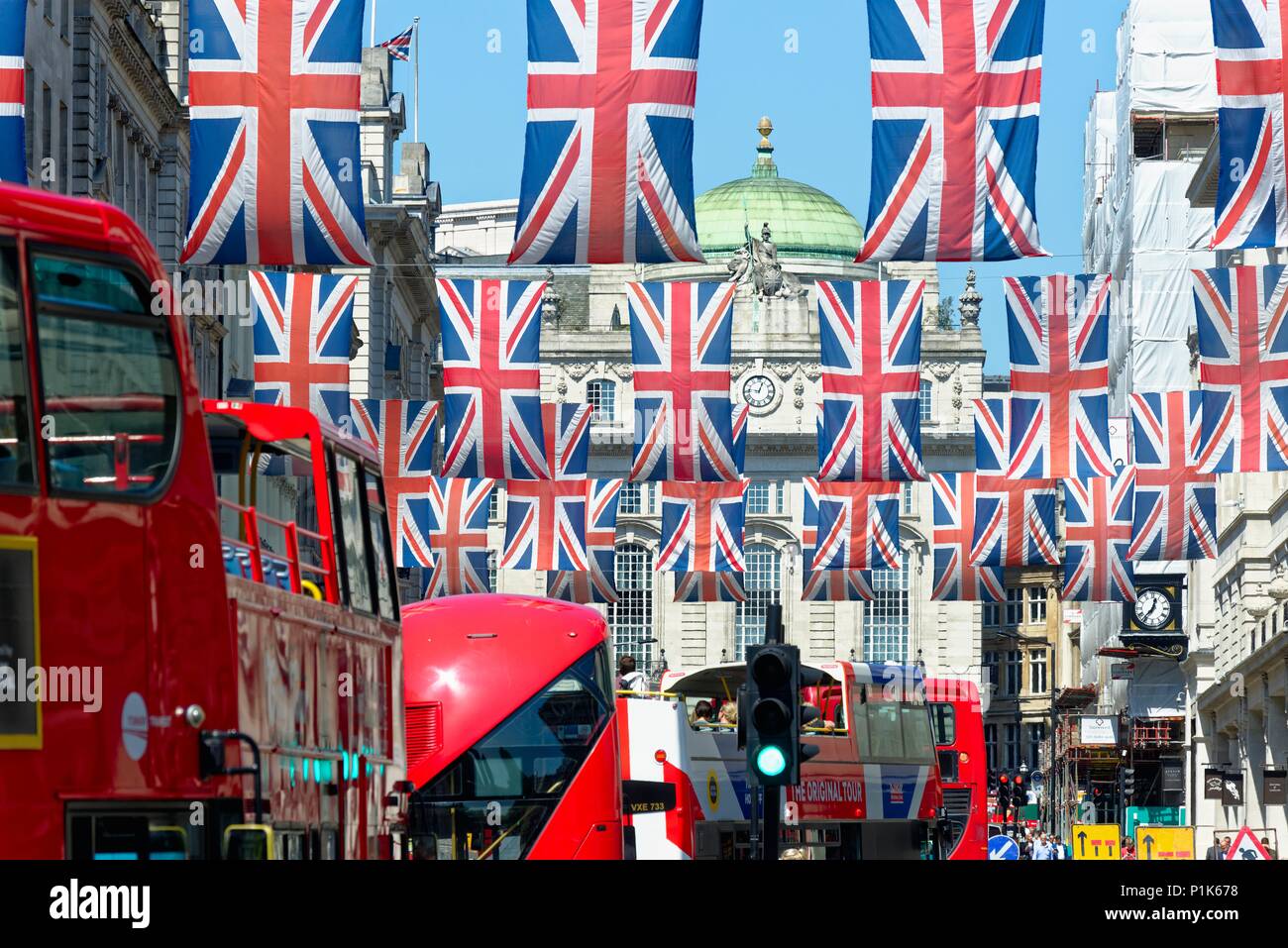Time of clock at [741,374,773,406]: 12:46
